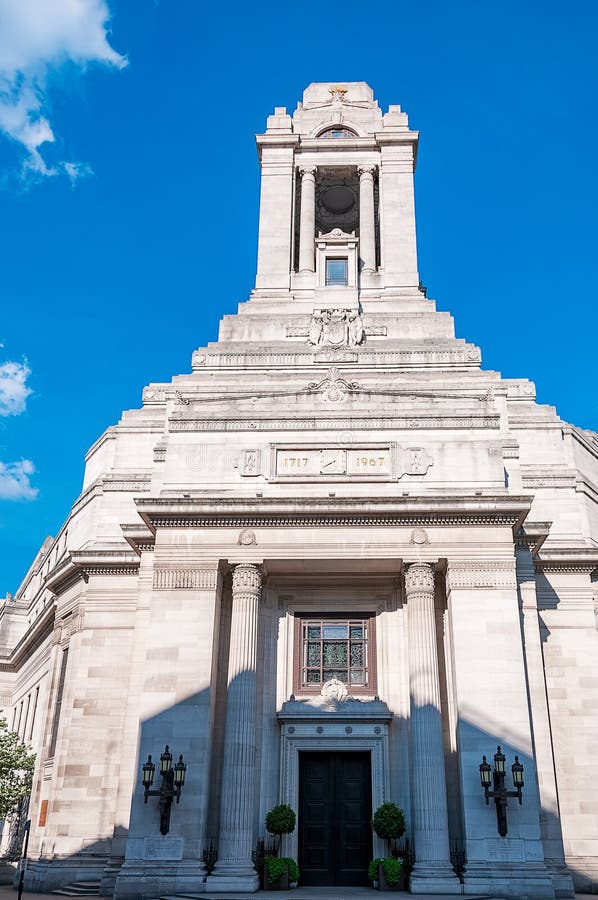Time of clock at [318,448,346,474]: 7:39
